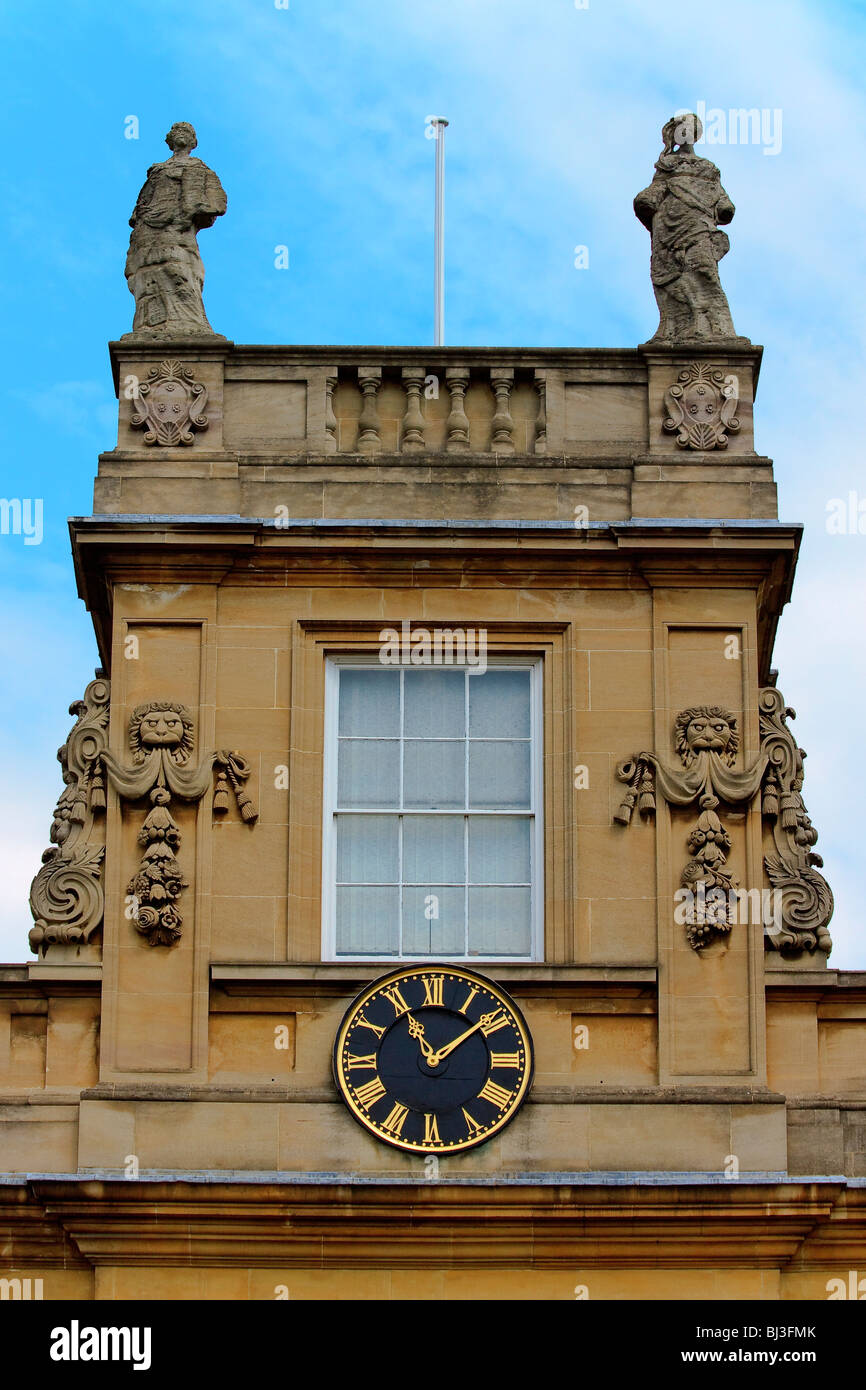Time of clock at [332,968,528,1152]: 11:08
